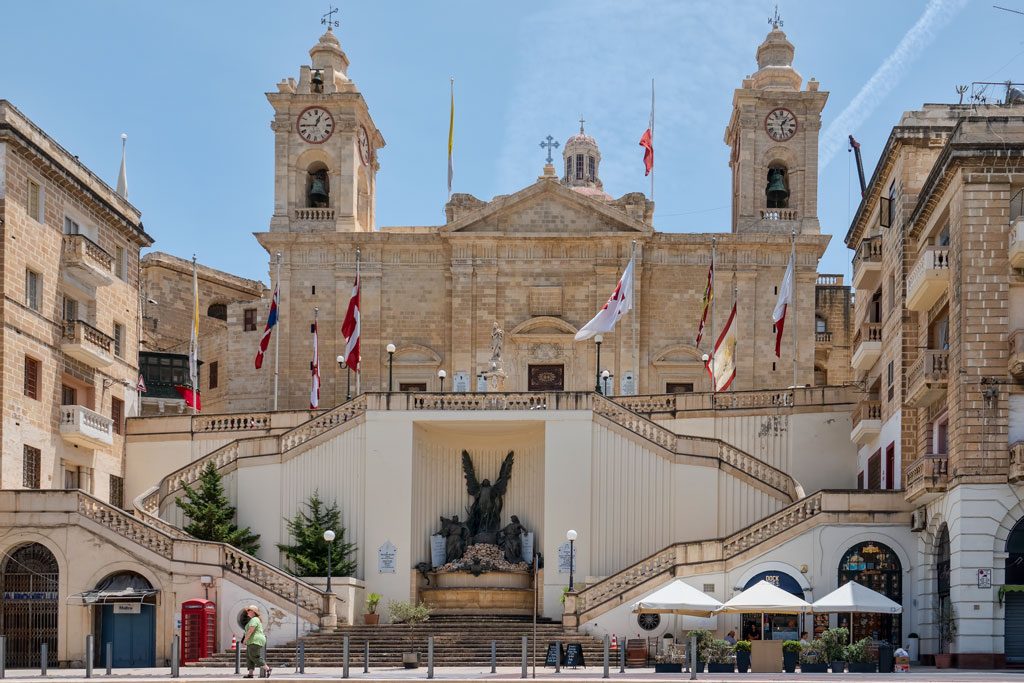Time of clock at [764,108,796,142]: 1:27
